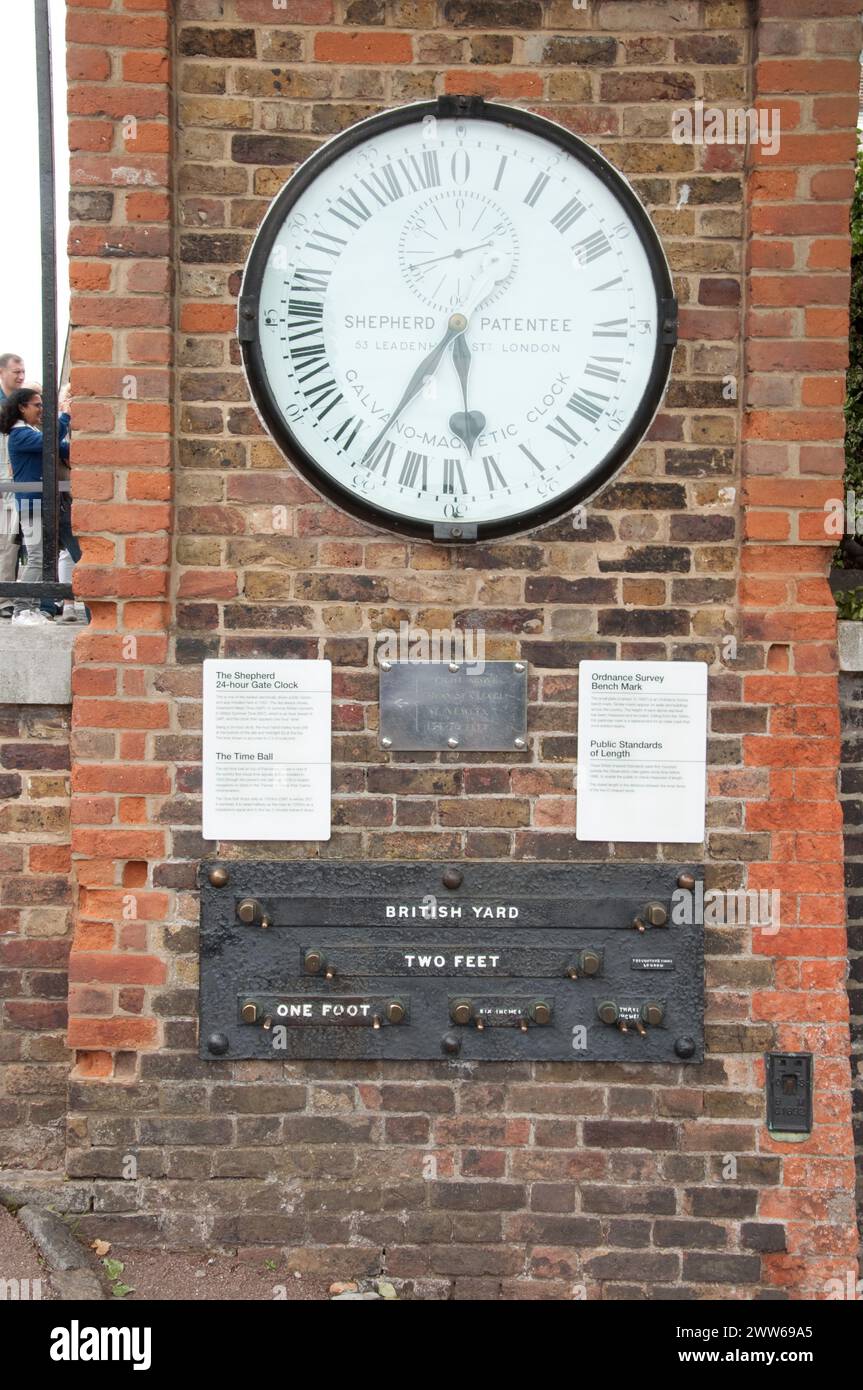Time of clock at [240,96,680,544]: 5:35
